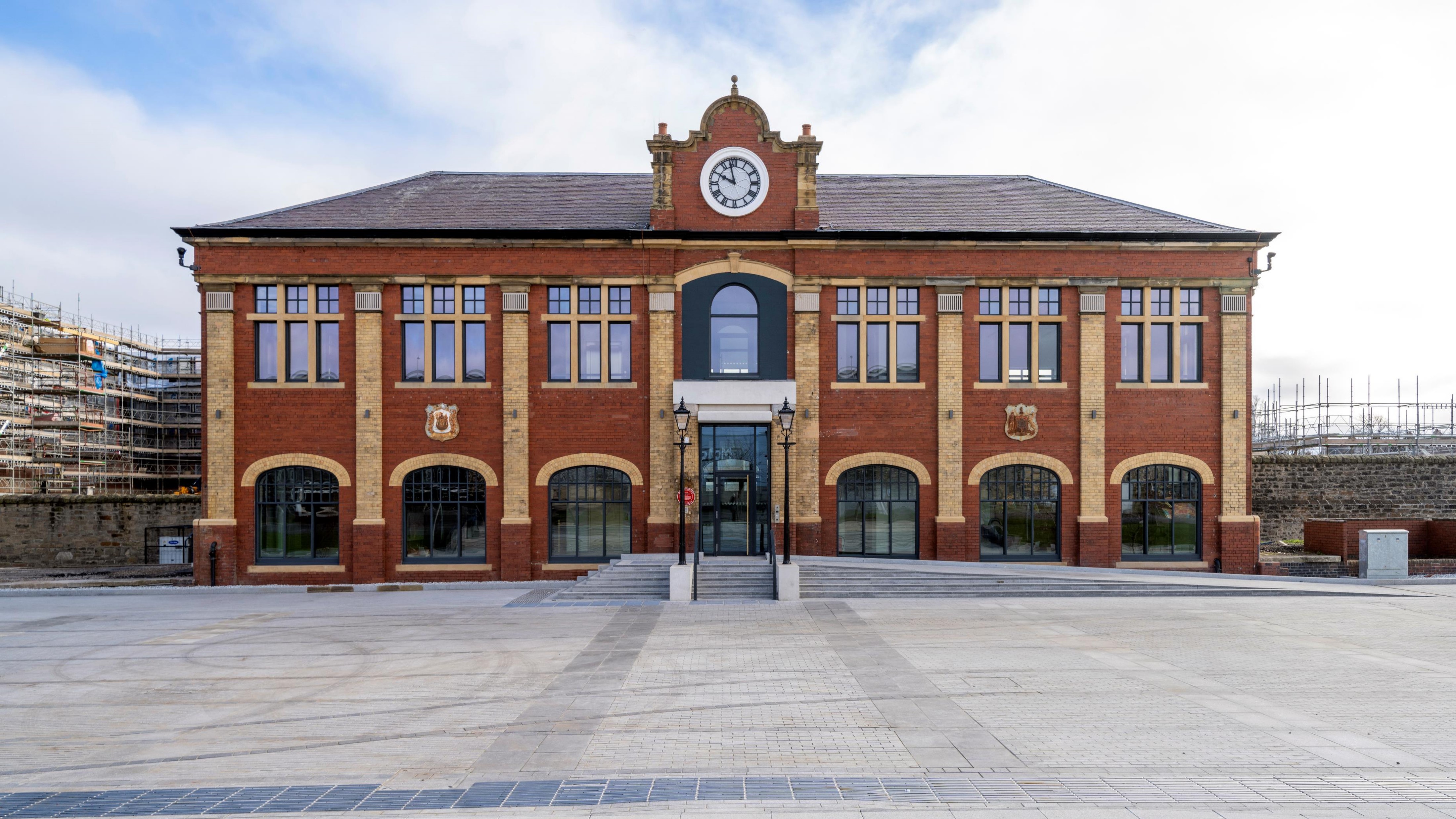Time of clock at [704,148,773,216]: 9:57
